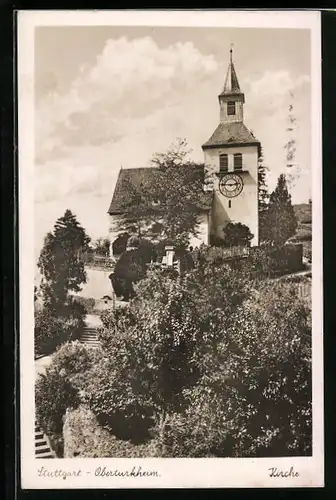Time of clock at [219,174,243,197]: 2:45
